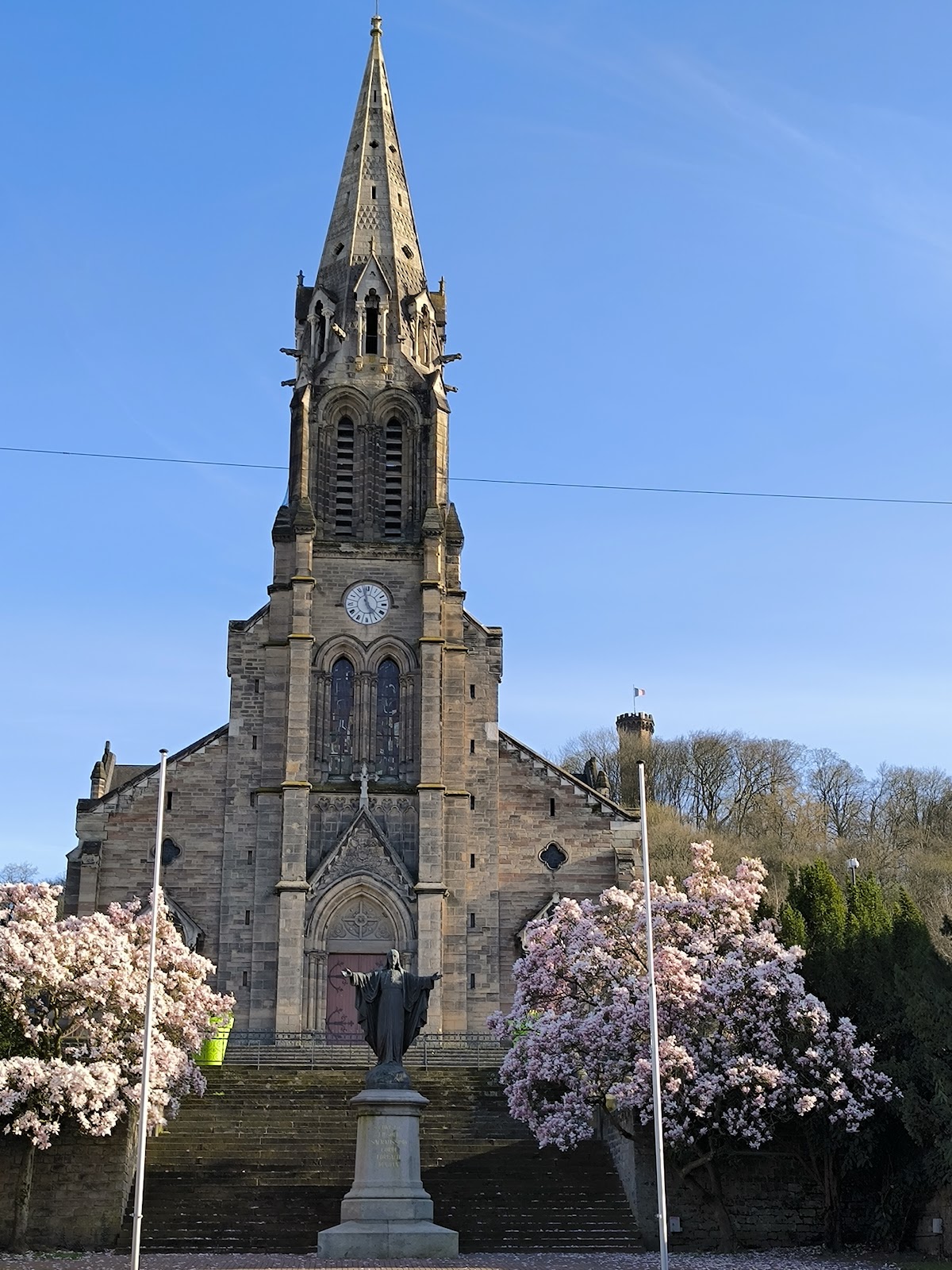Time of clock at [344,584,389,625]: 4:57
